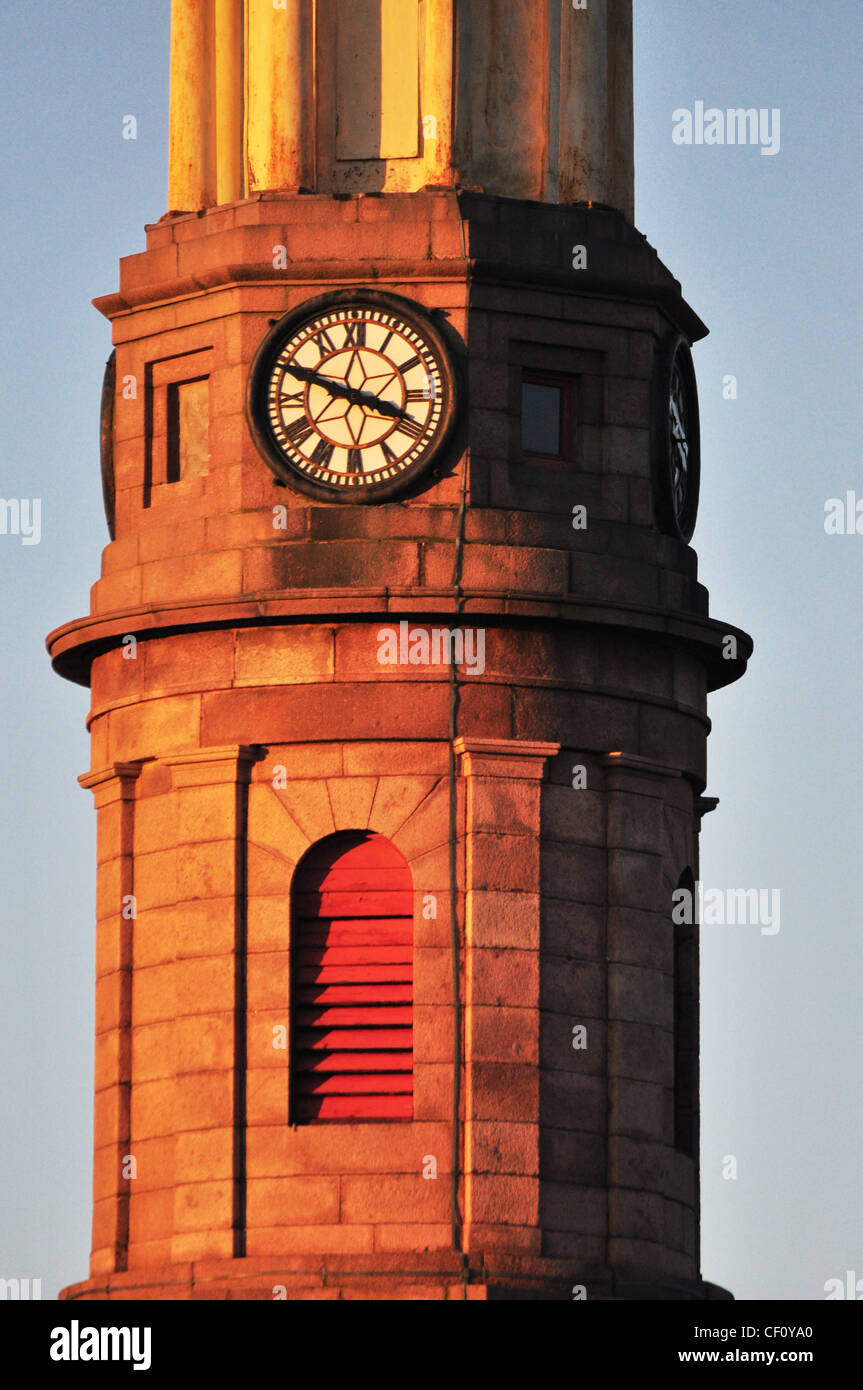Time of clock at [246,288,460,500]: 3:48
